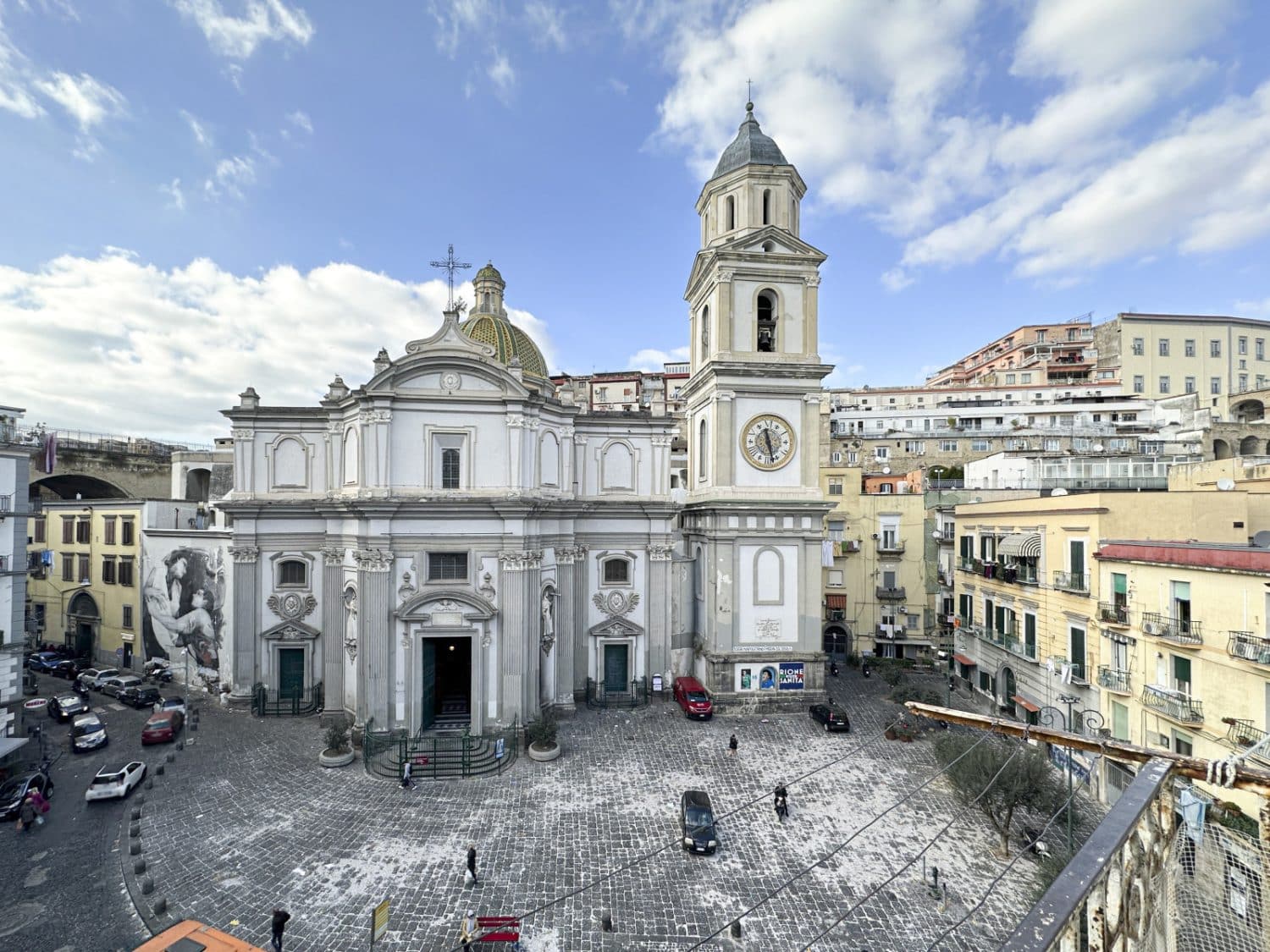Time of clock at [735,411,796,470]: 11:28
